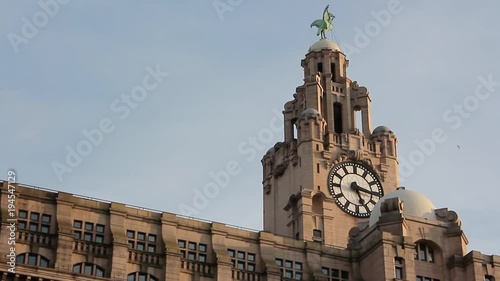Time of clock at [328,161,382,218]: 5:16
